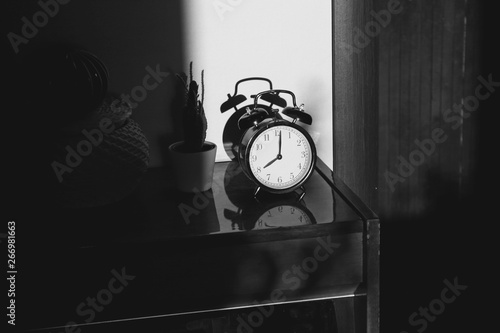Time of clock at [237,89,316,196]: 8:01
